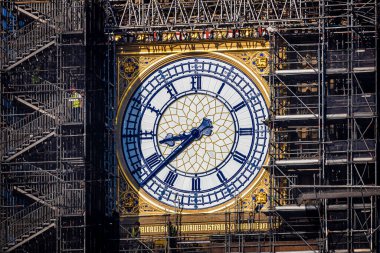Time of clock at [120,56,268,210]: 8:38
